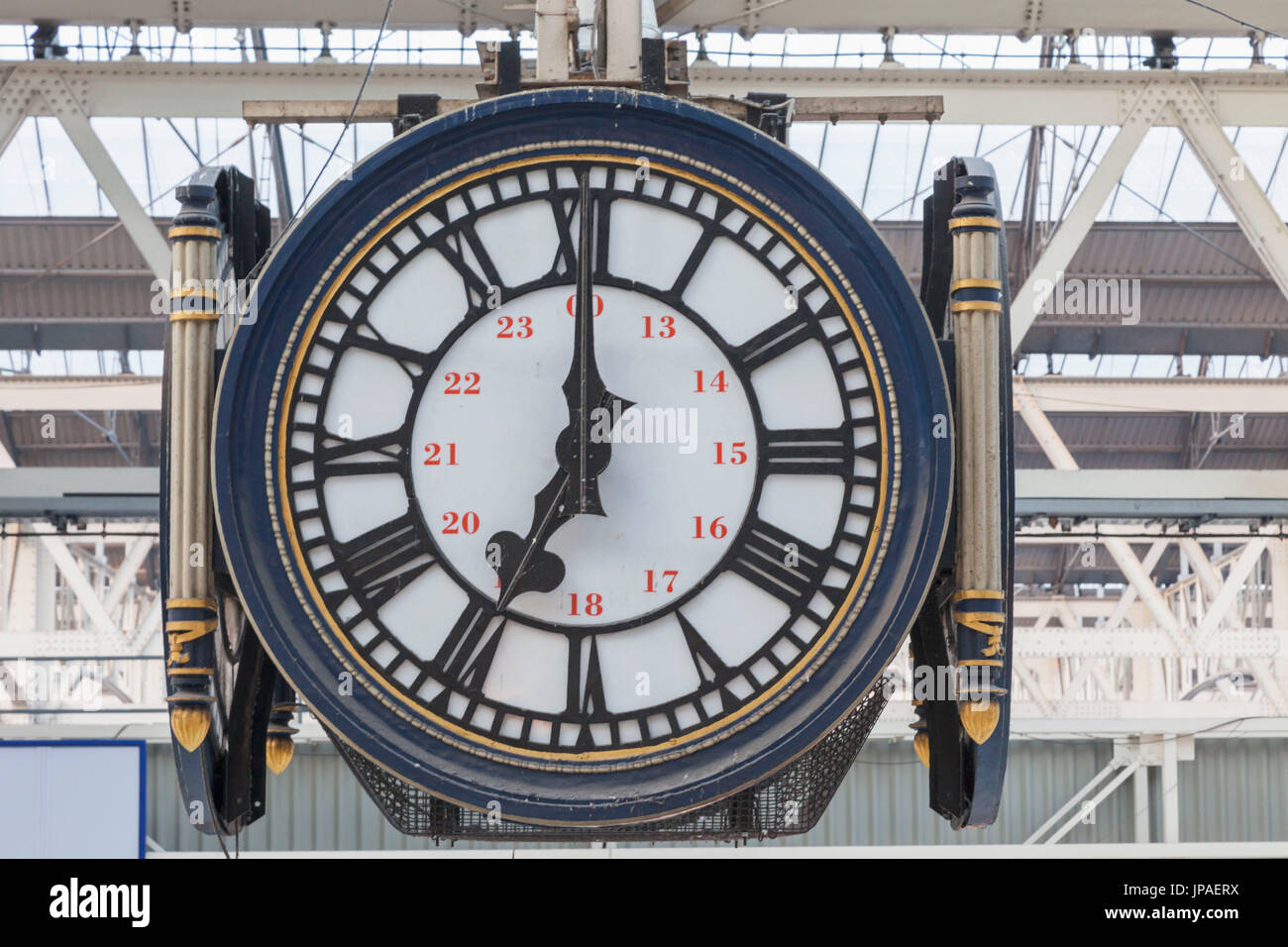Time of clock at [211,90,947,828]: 7:00
